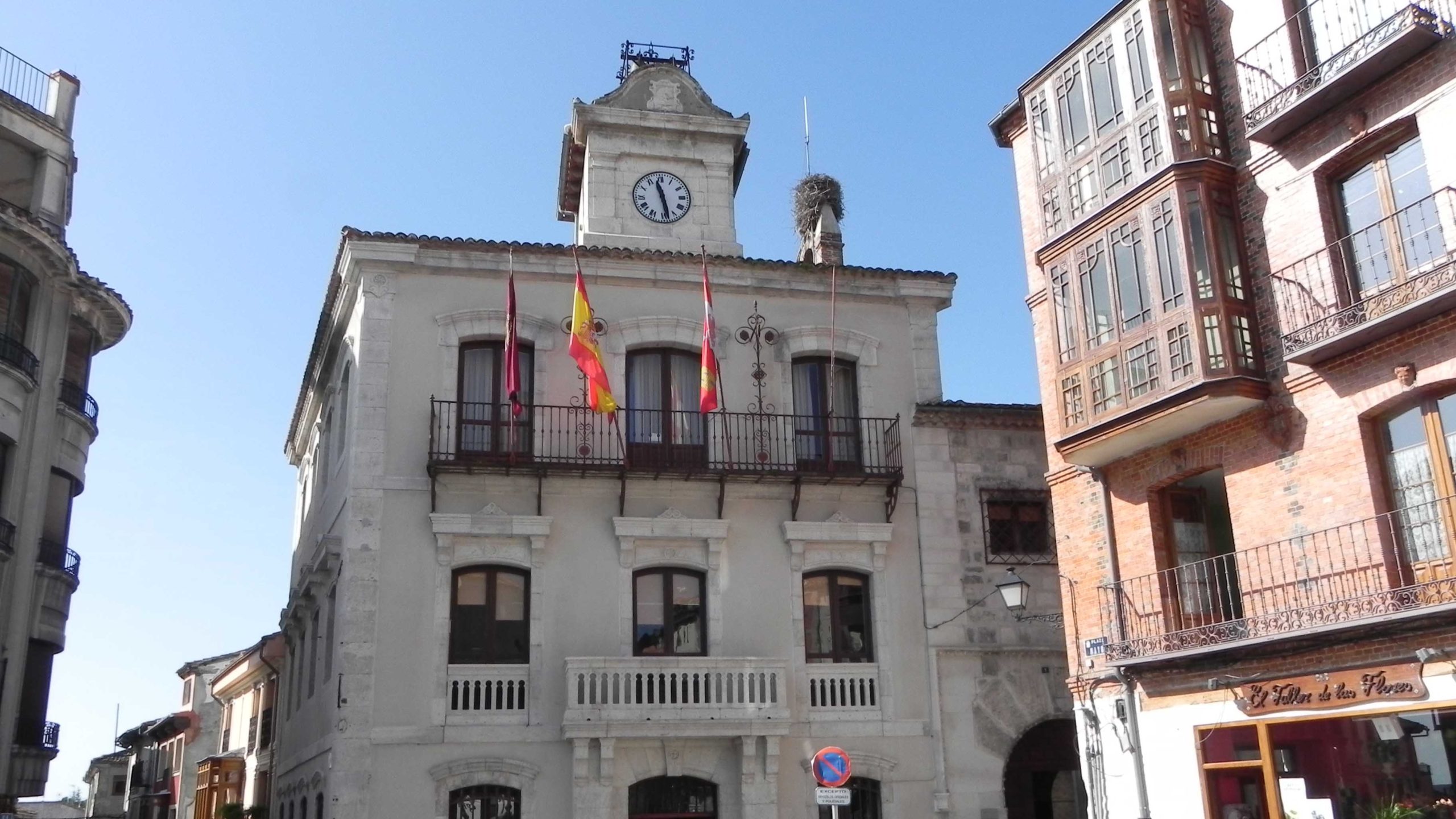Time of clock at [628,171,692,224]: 11:28
